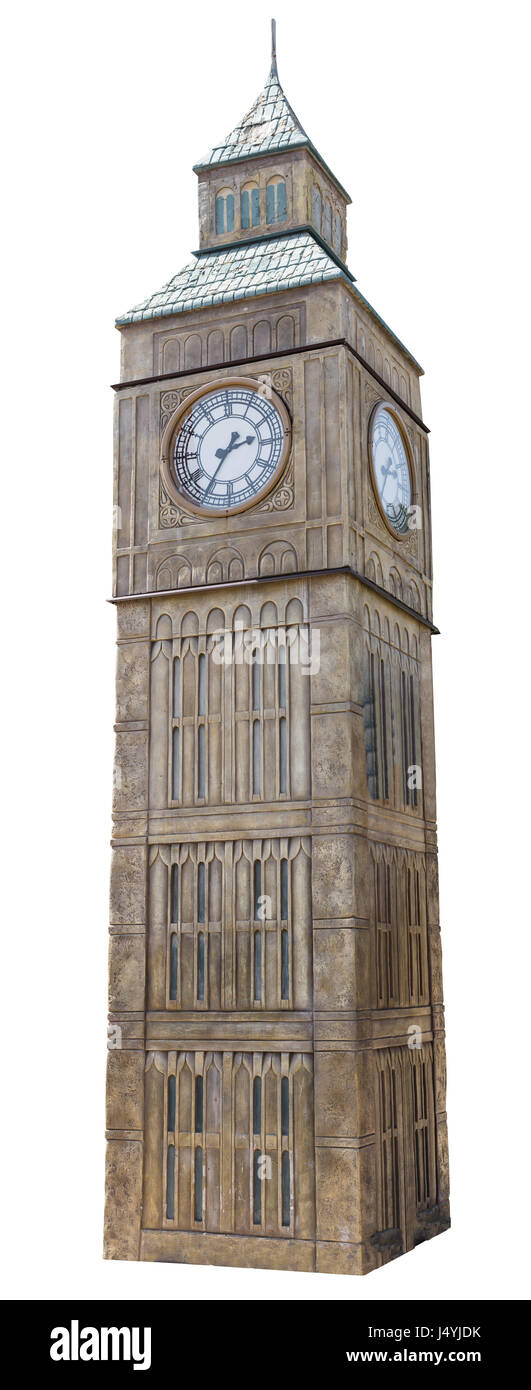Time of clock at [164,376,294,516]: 2:35
